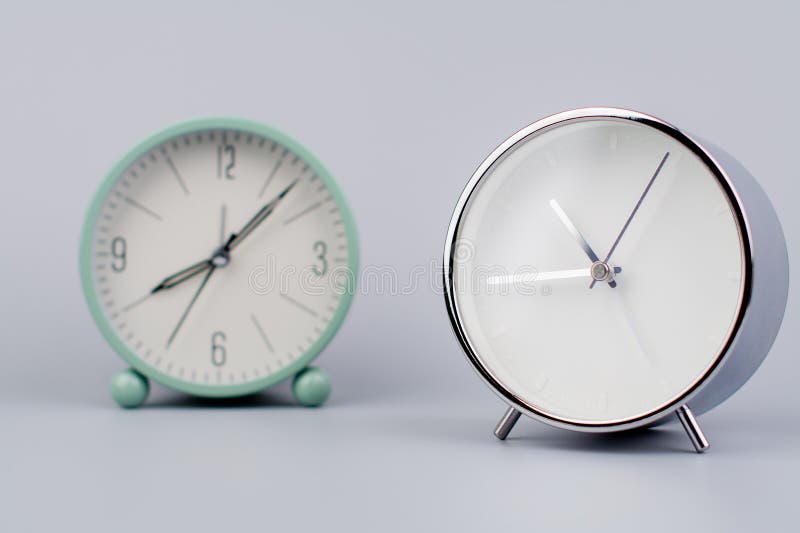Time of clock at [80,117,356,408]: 8:07
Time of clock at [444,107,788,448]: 10:44
